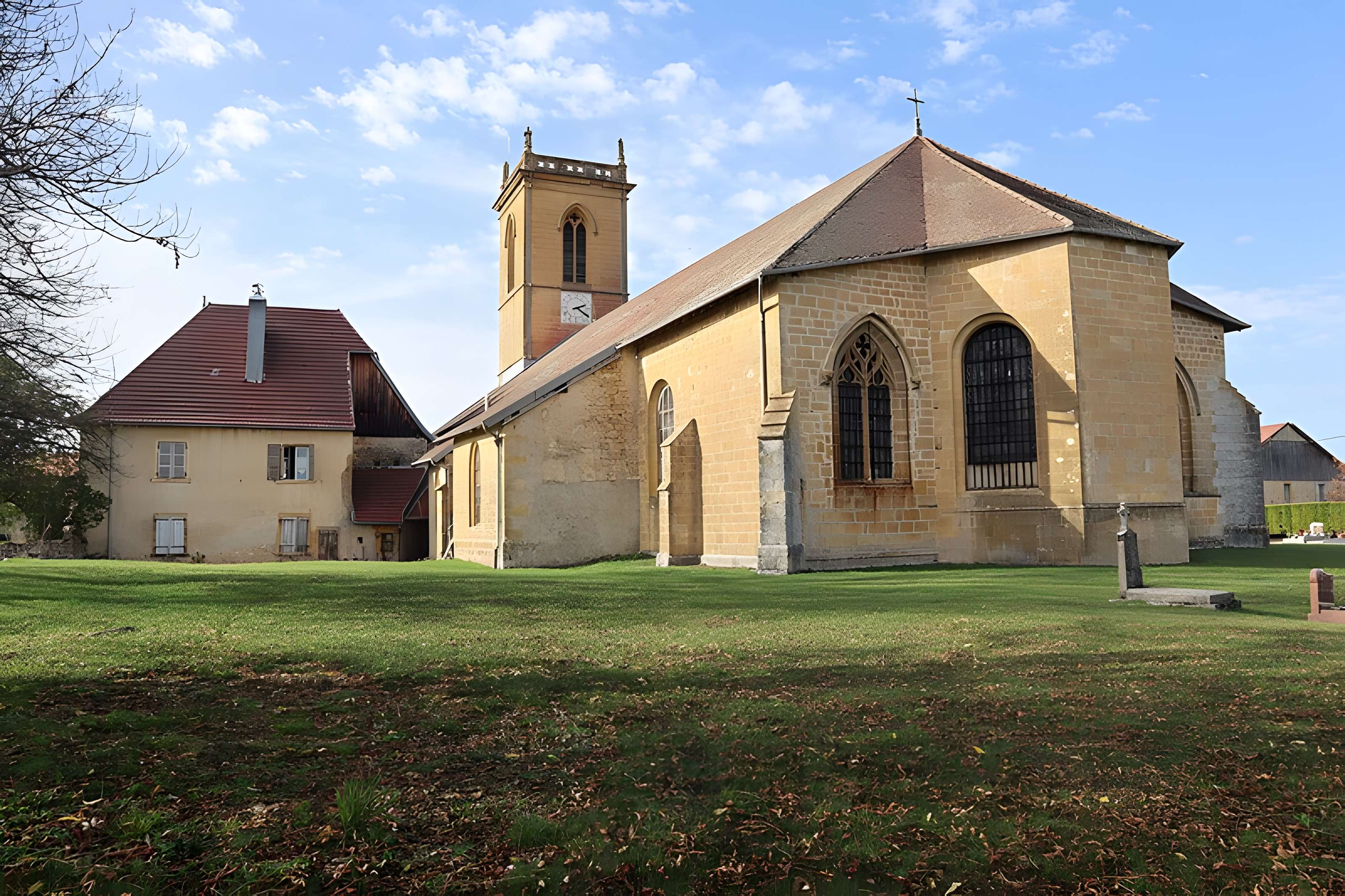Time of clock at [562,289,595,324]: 2:21
